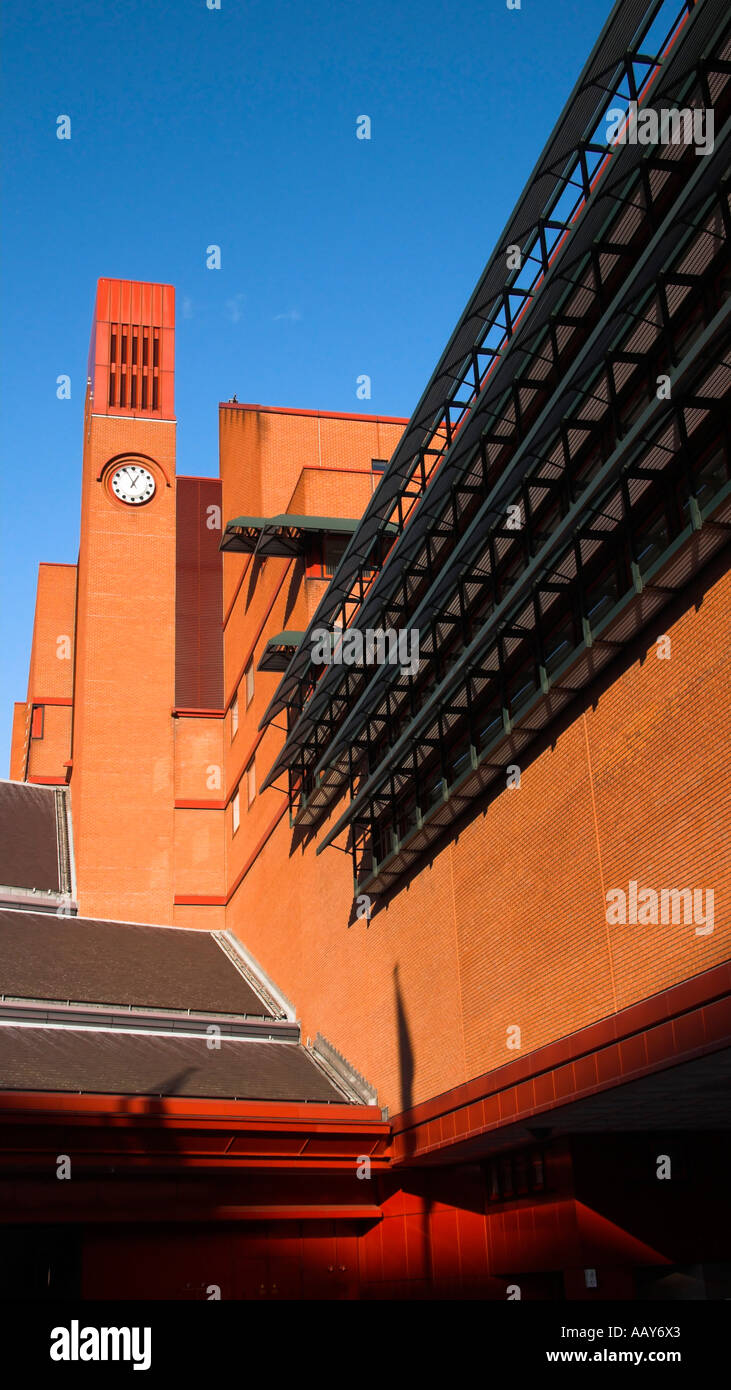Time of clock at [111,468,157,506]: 12:55
